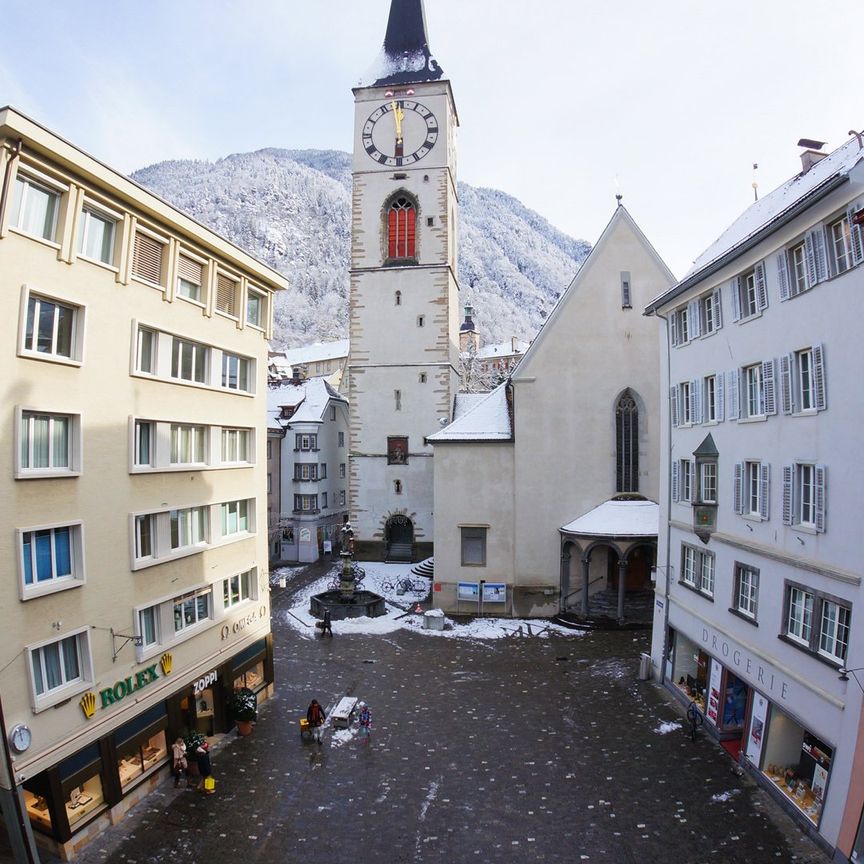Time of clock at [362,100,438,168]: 5:58
